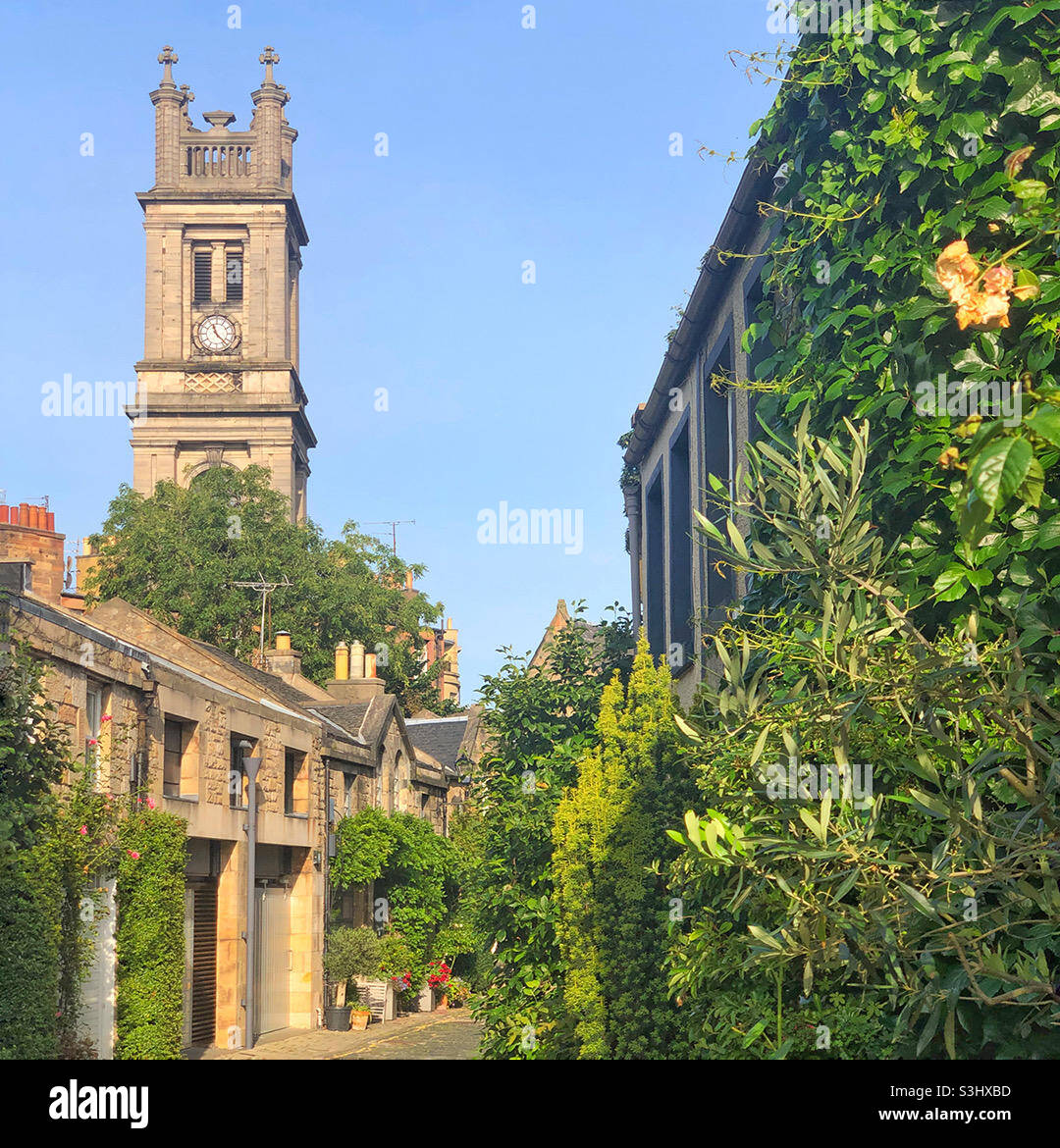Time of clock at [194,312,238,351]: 11:22
